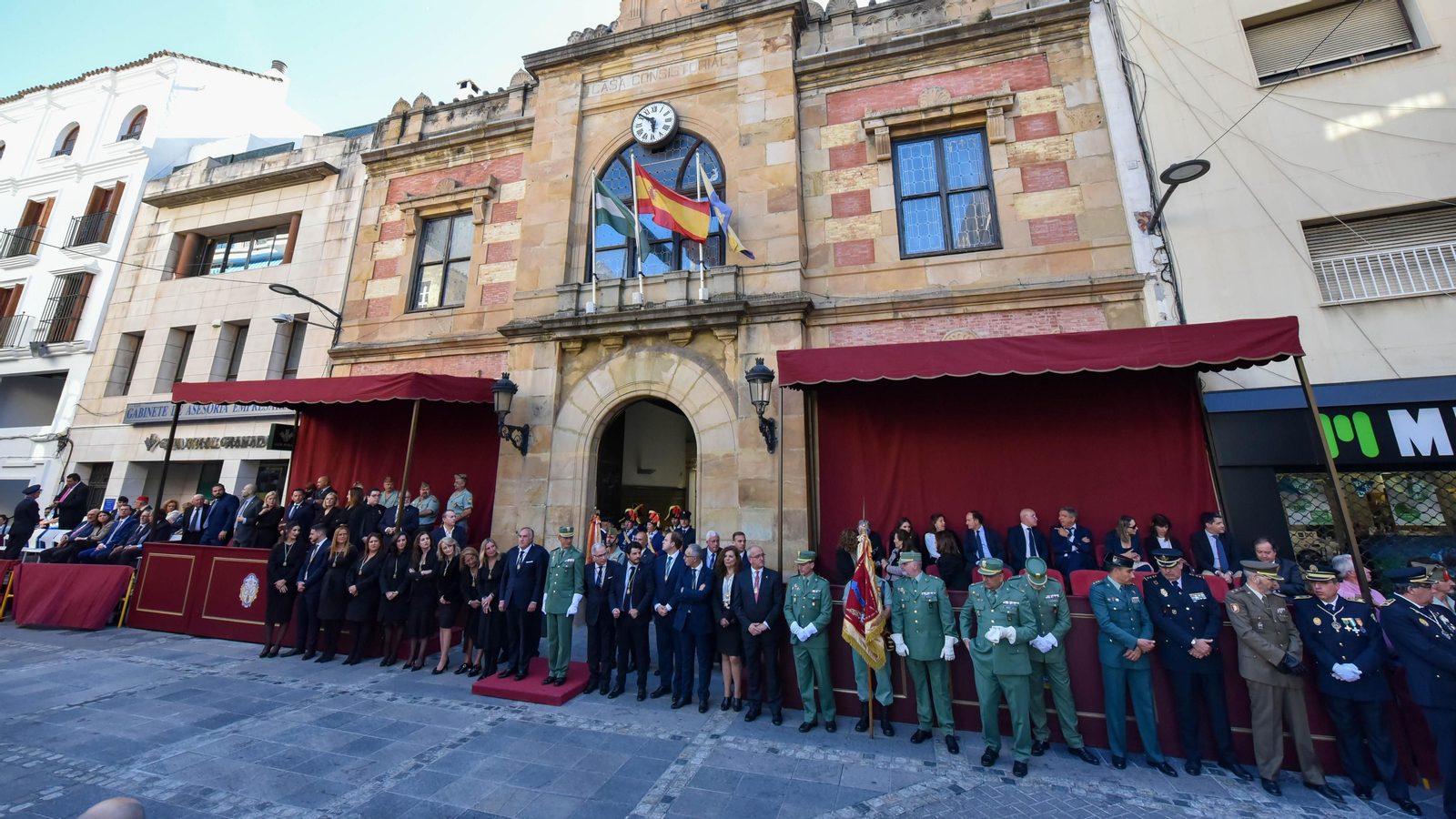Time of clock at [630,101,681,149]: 5:51
